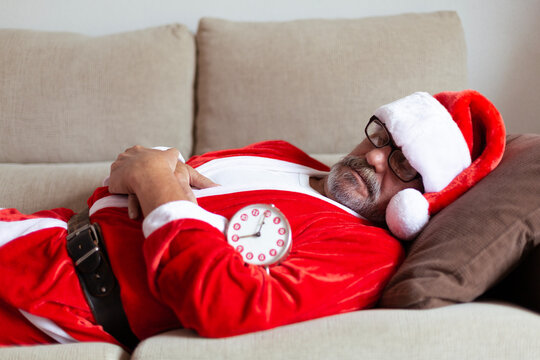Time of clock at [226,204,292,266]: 9:04
